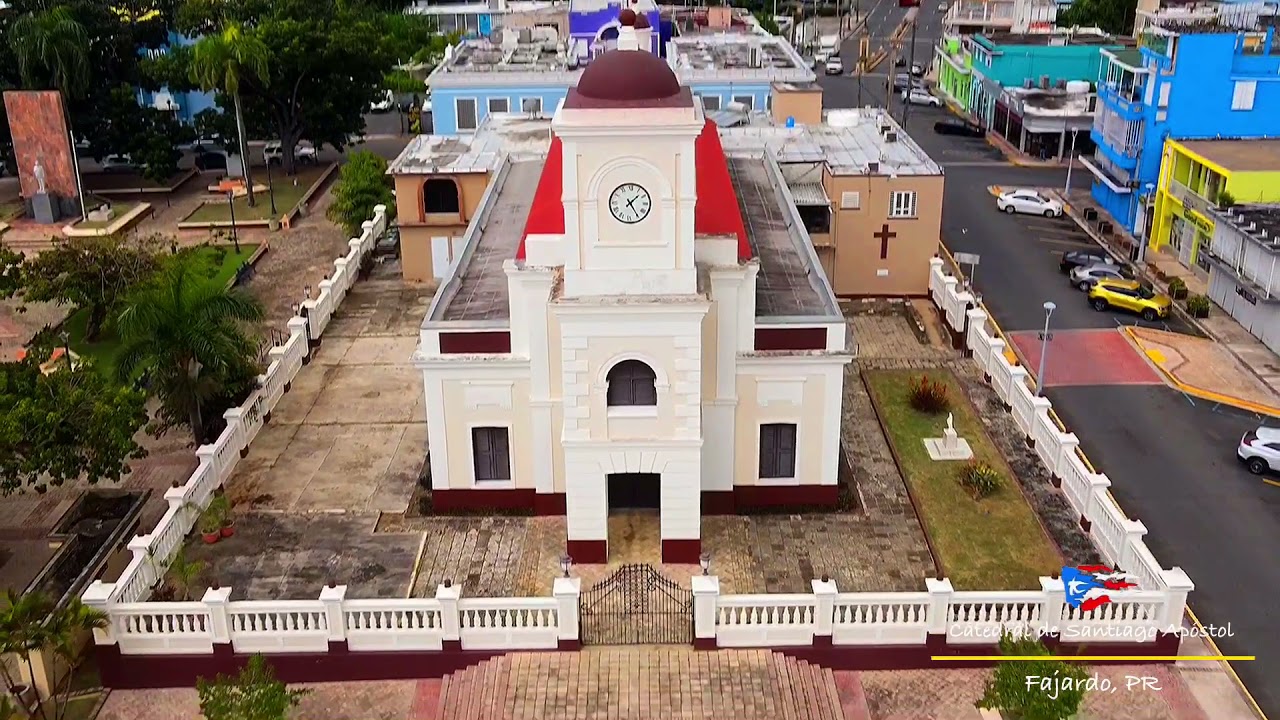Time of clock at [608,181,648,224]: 1:24
